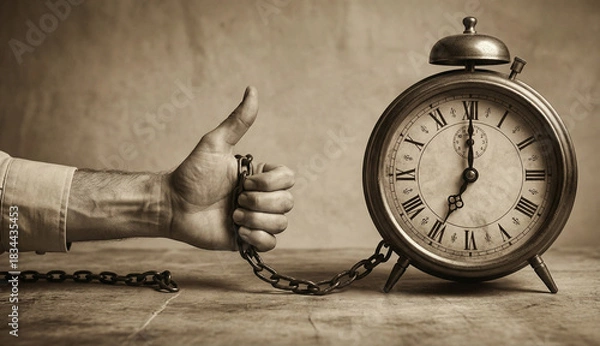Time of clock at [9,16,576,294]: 7:00
